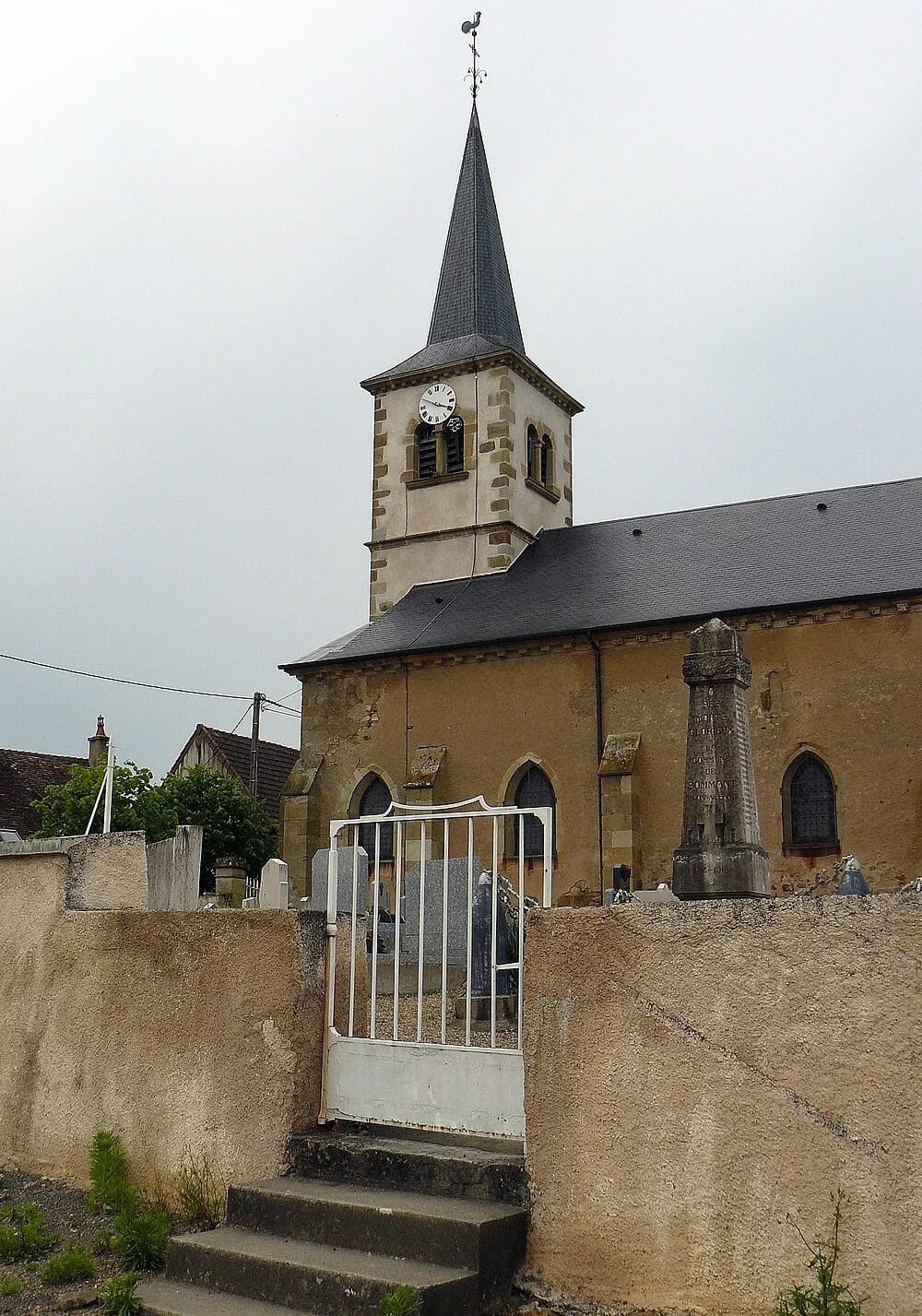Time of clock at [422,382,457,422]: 3:50
